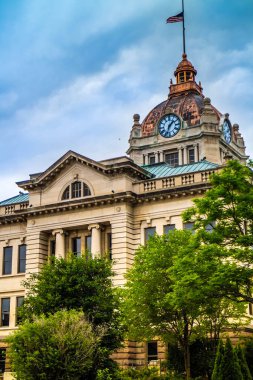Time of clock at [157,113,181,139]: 1:33
